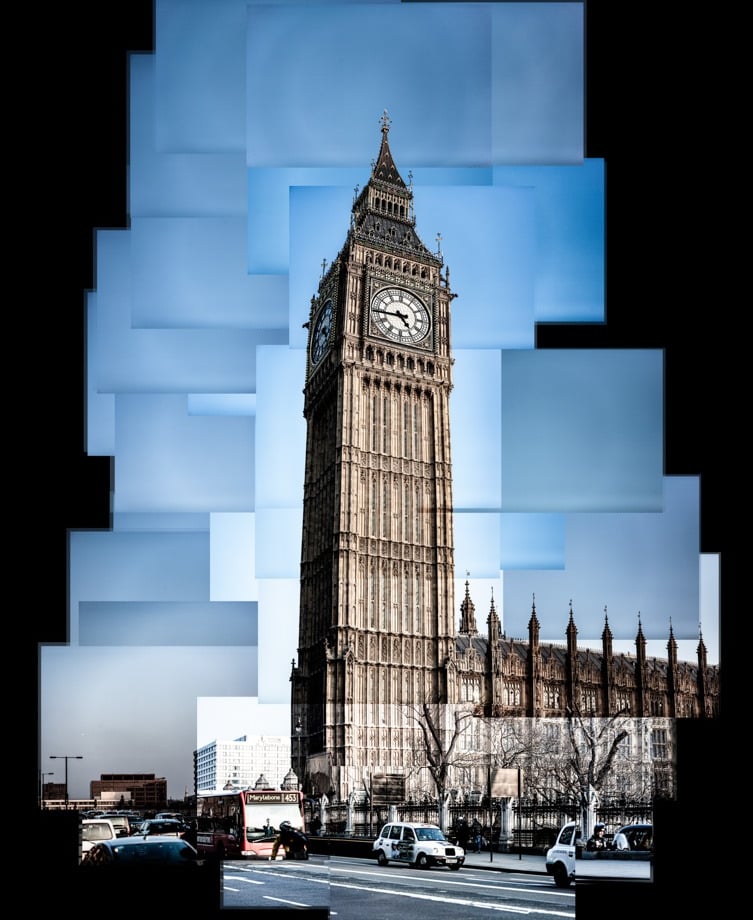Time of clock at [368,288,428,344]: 4:44
